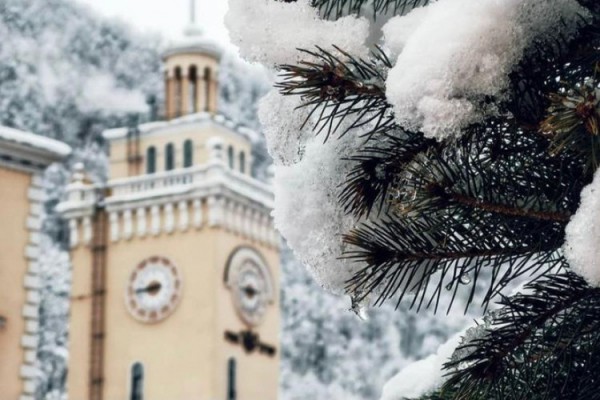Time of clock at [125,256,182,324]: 8:44
